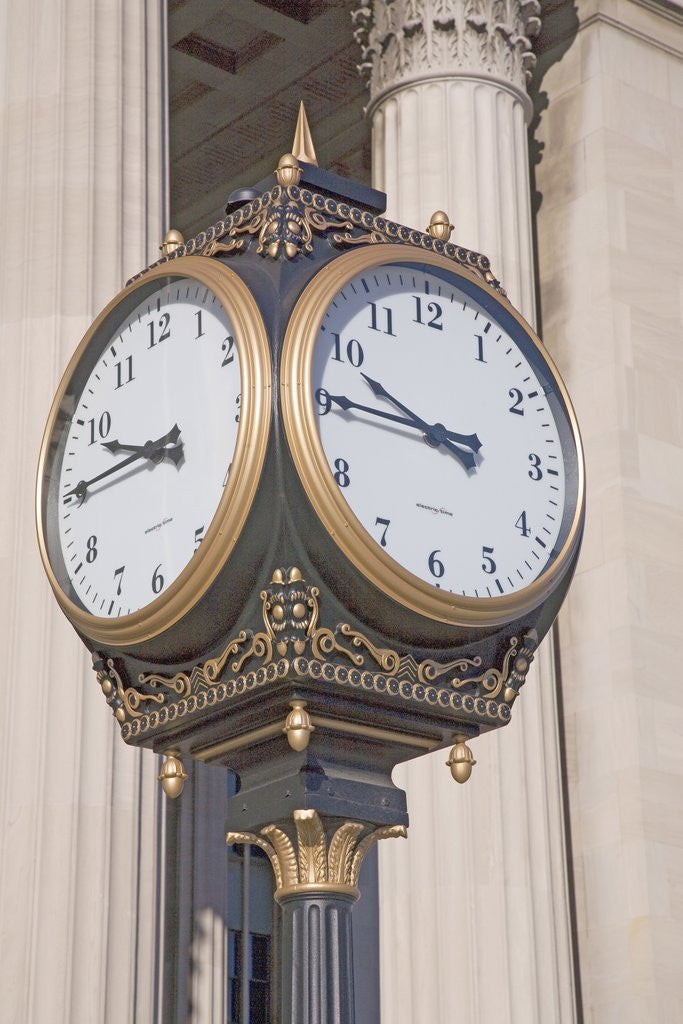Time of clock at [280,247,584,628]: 9:45
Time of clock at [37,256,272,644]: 9:45
